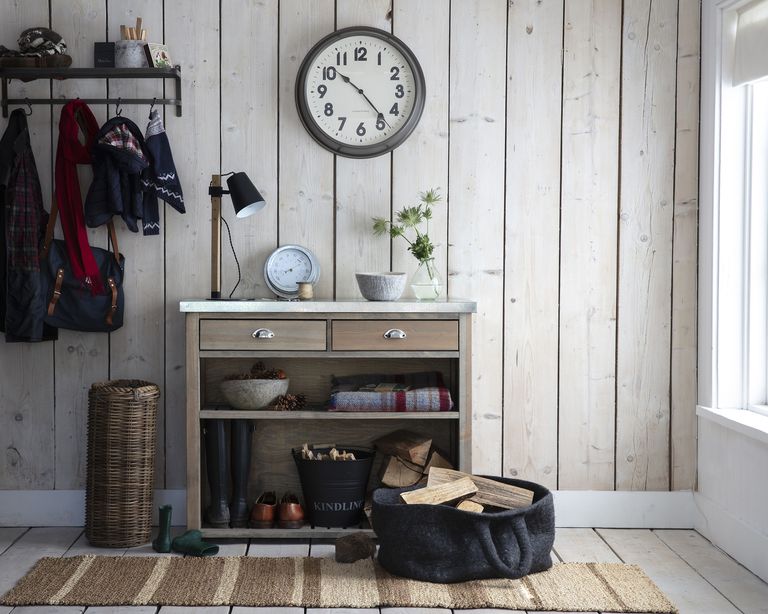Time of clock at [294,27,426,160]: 10:23
